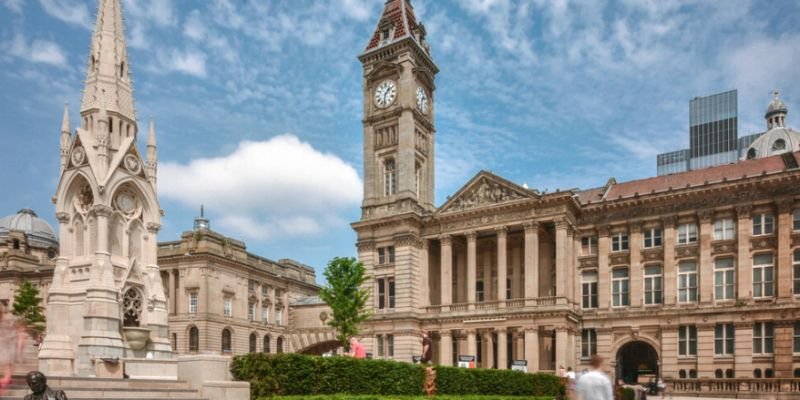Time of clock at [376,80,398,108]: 1:32
